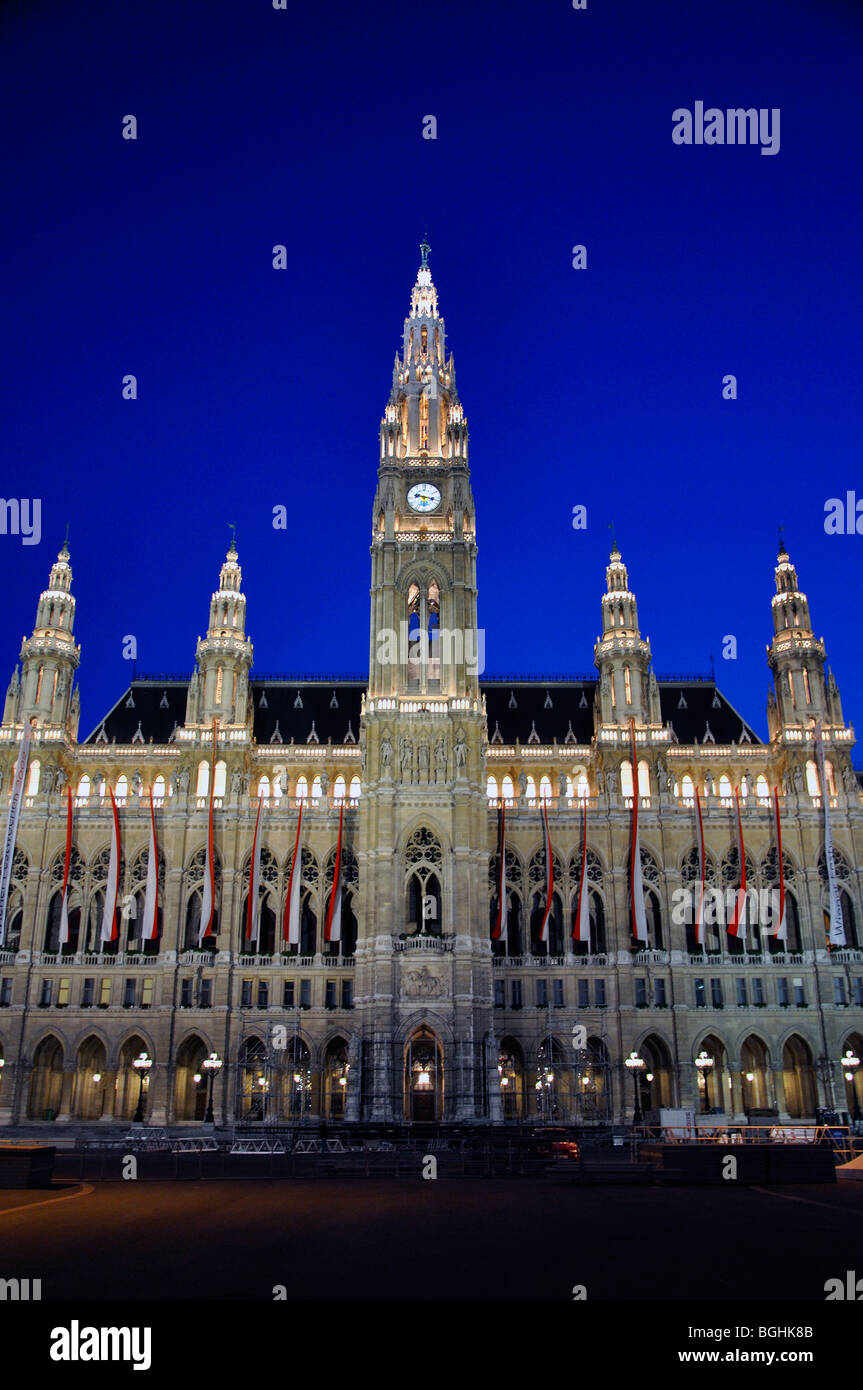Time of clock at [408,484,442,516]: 9:17
